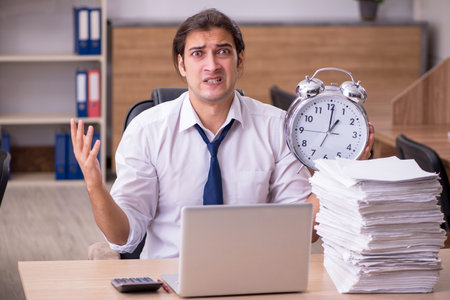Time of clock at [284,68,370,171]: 1:00
